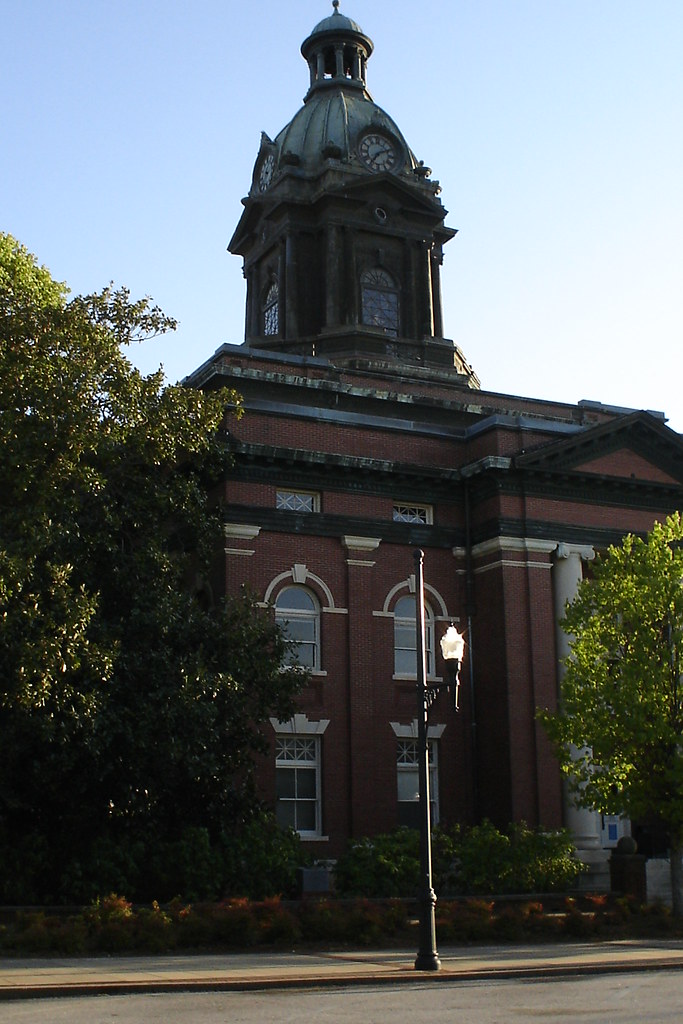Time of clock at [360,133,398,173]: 7:11
